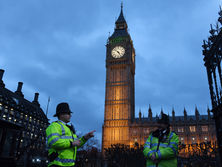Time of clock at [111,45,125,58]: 4:52
